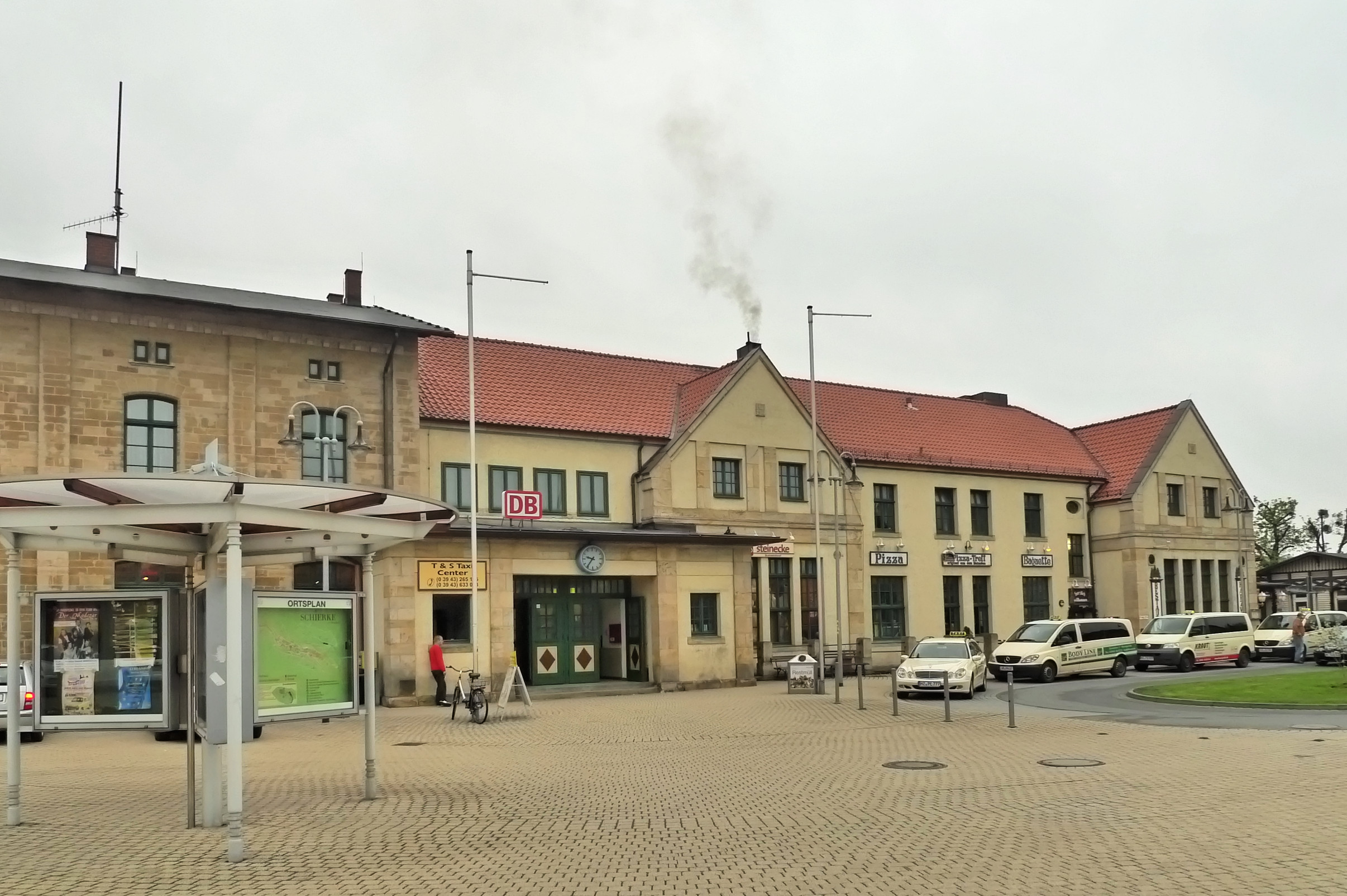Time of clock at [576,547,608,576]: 9:36
